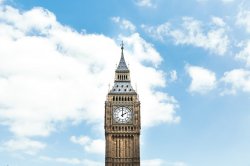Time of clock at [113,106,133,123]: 2:00
